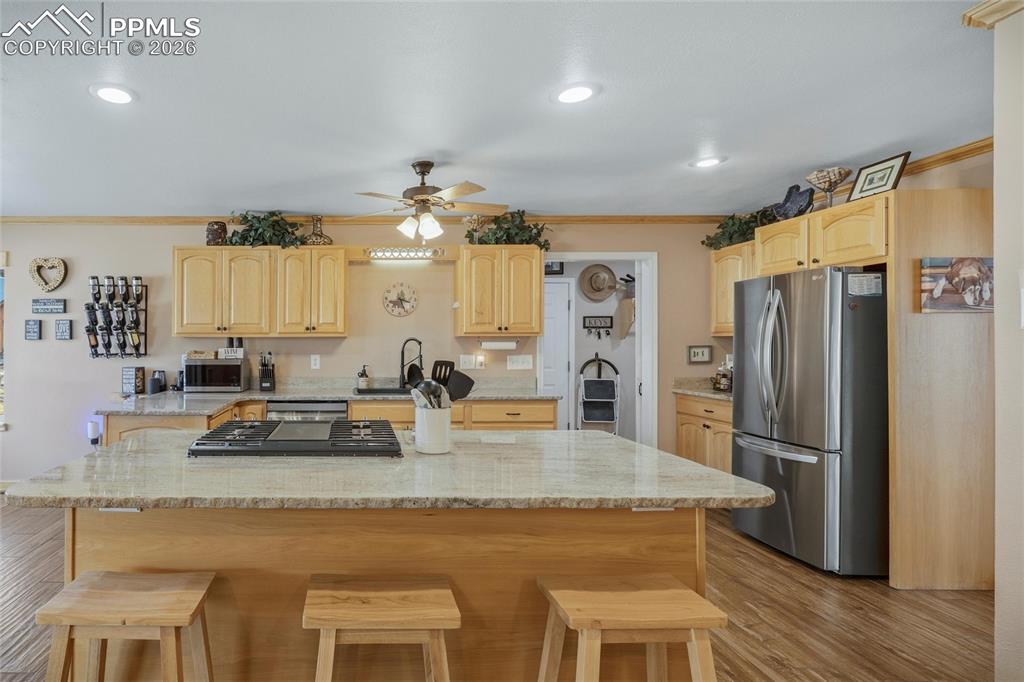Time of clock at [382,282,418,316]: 3:26
